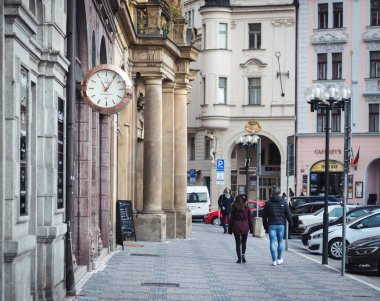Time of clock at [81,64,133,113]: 11:05
